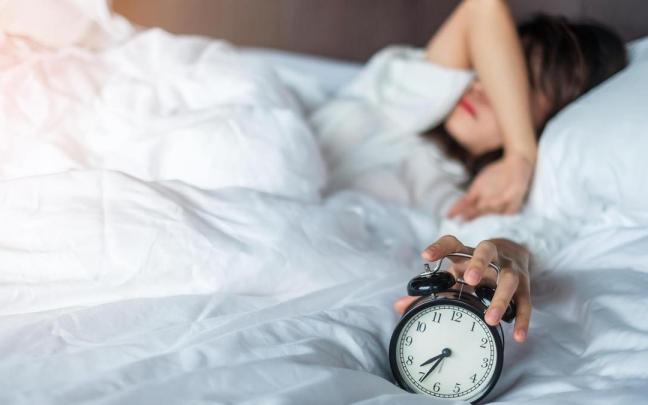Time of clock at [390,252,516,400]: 7:34
